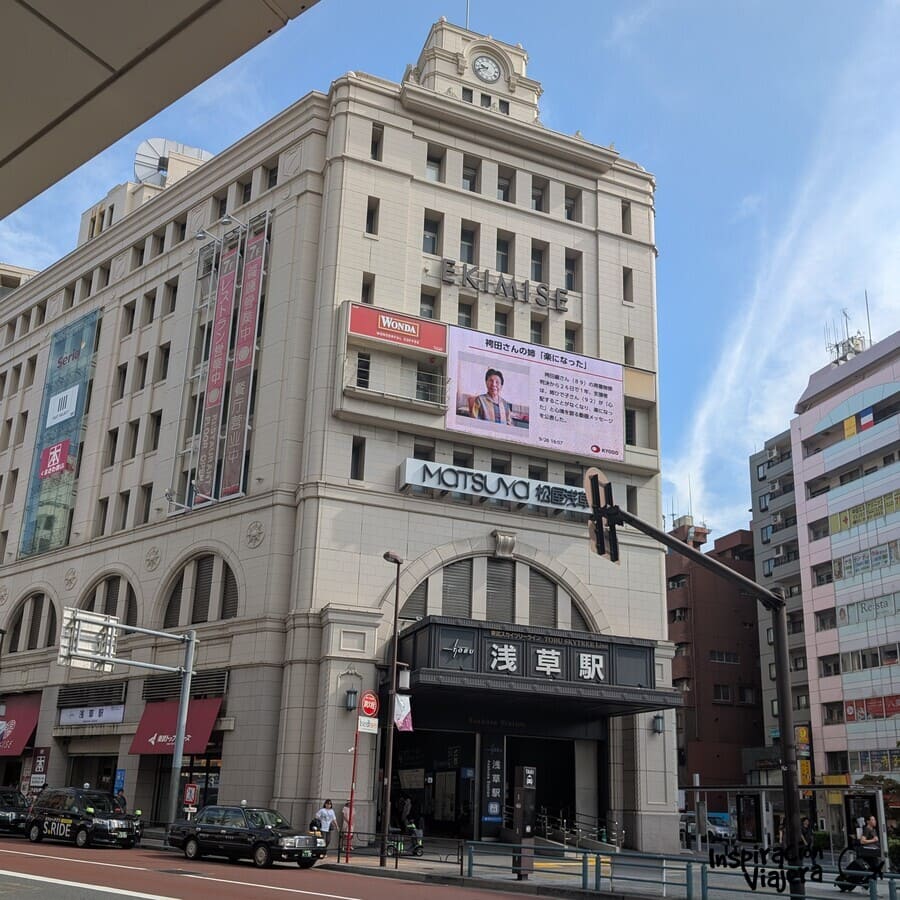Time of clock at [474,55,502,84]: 9:41
